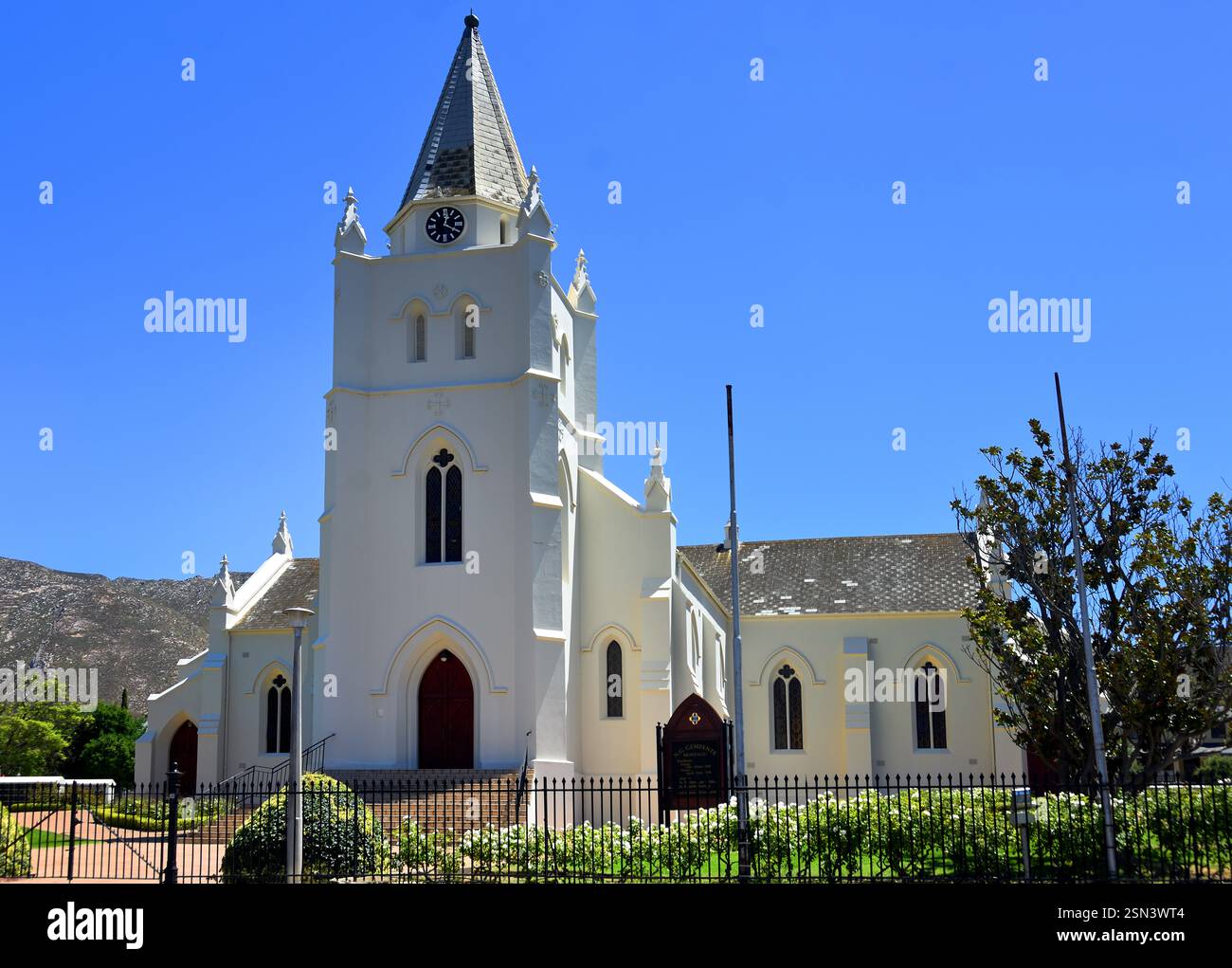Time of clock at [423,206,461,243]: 12:20
